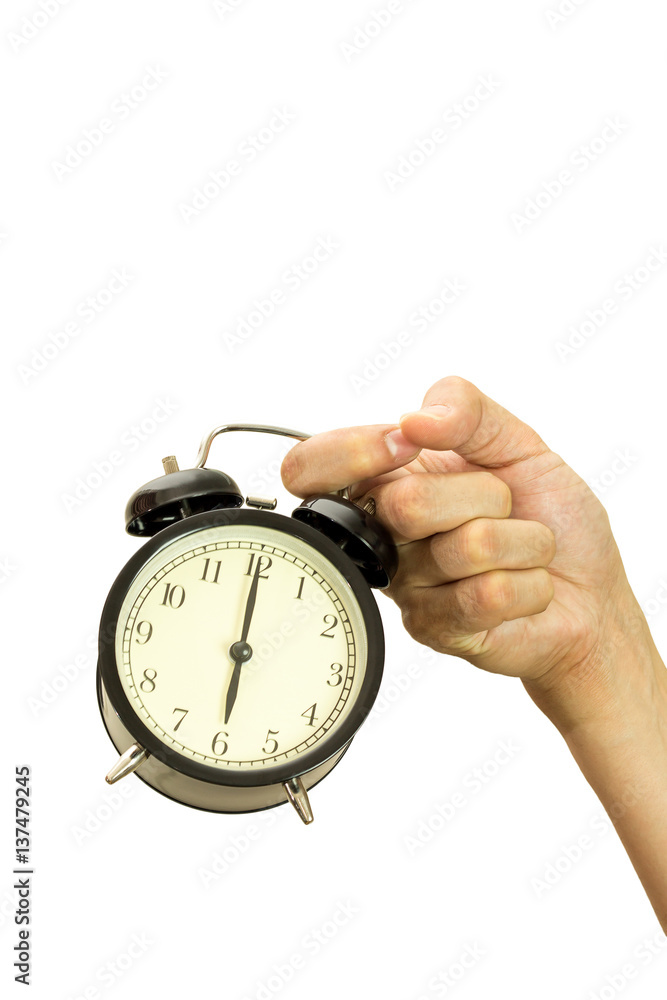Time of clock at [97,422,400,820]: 6:00
